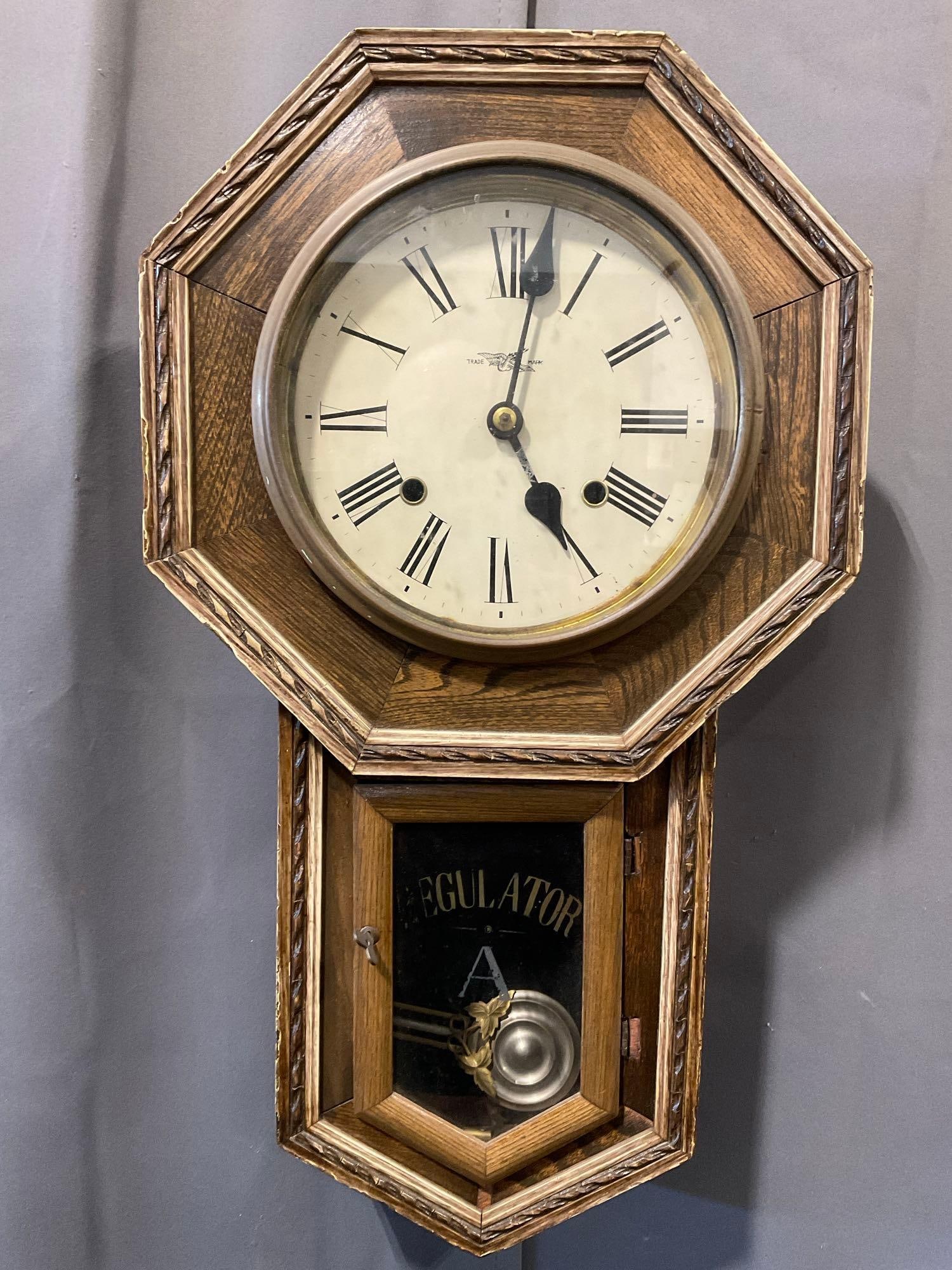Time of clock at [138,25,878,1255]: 5:02
